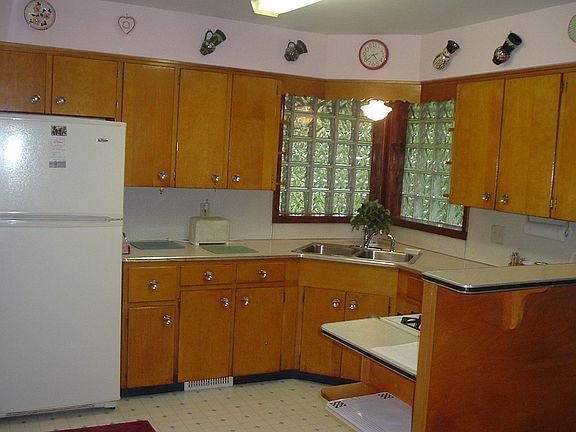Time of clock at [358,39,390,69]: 4:38
